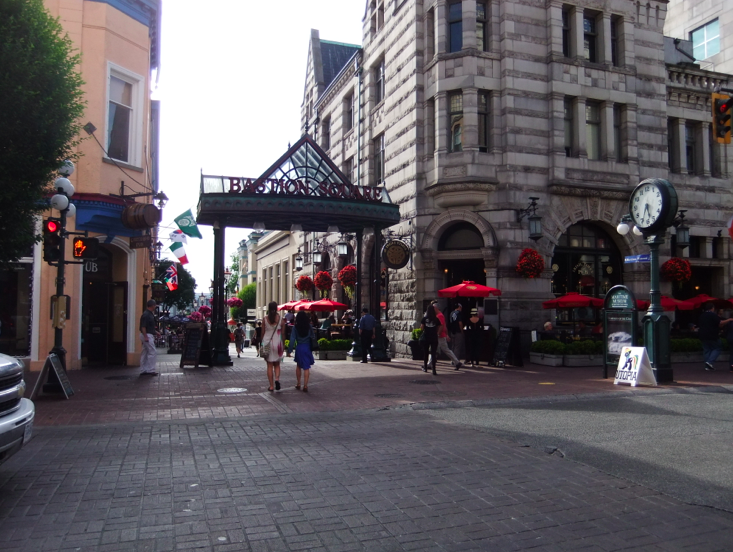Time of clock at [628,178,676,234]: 5:33
